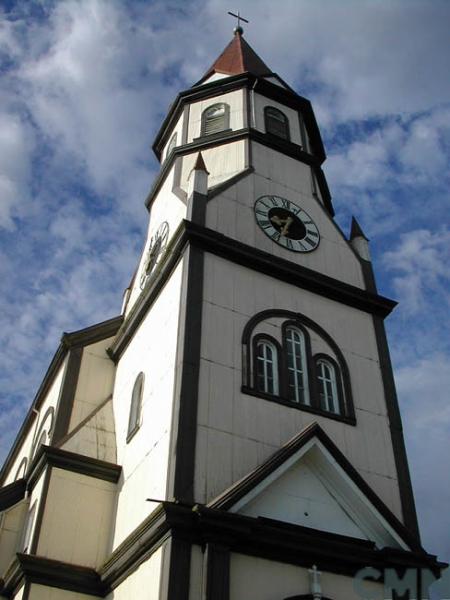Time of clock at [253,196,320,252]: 8:34
